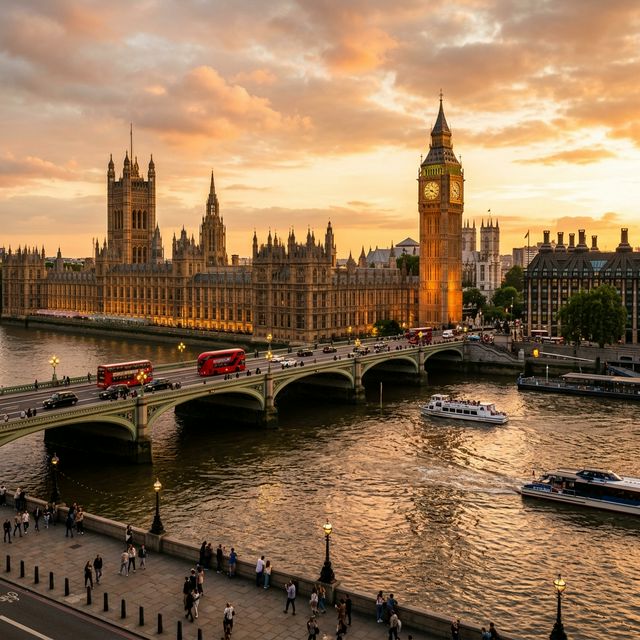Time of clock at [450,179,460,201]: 9:22
